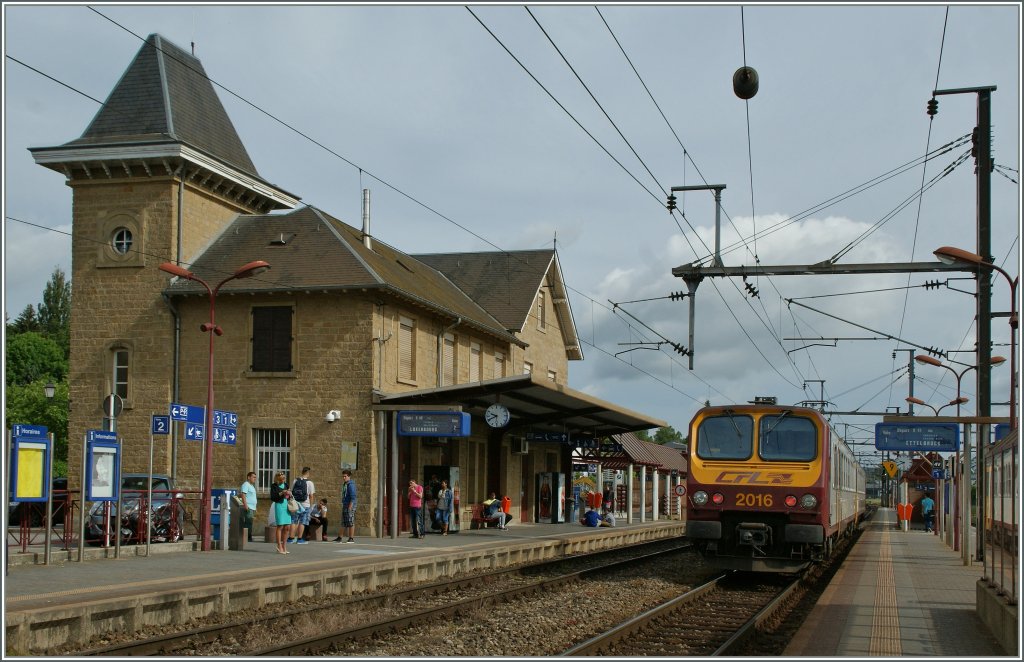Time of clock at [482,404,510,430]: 9:41
